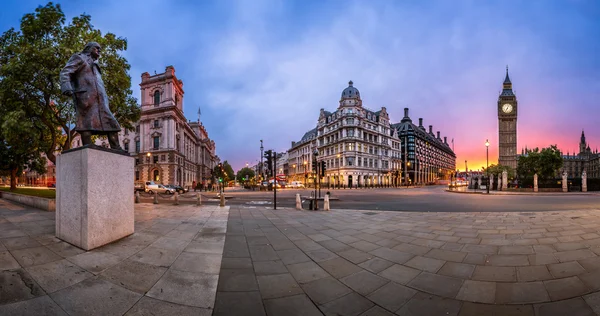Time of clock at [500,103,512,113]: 7:04
